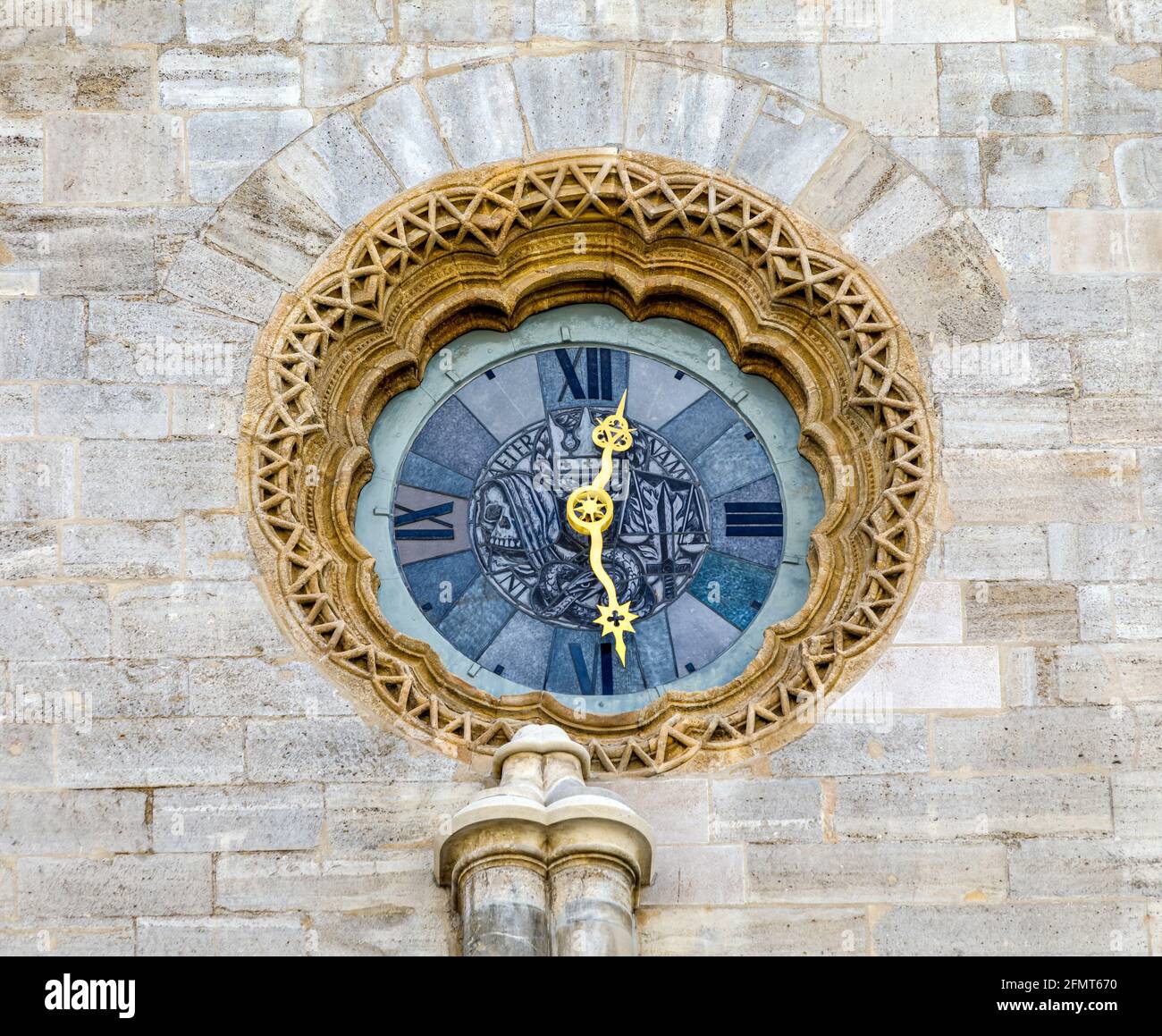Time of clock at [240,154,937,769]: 12:27
